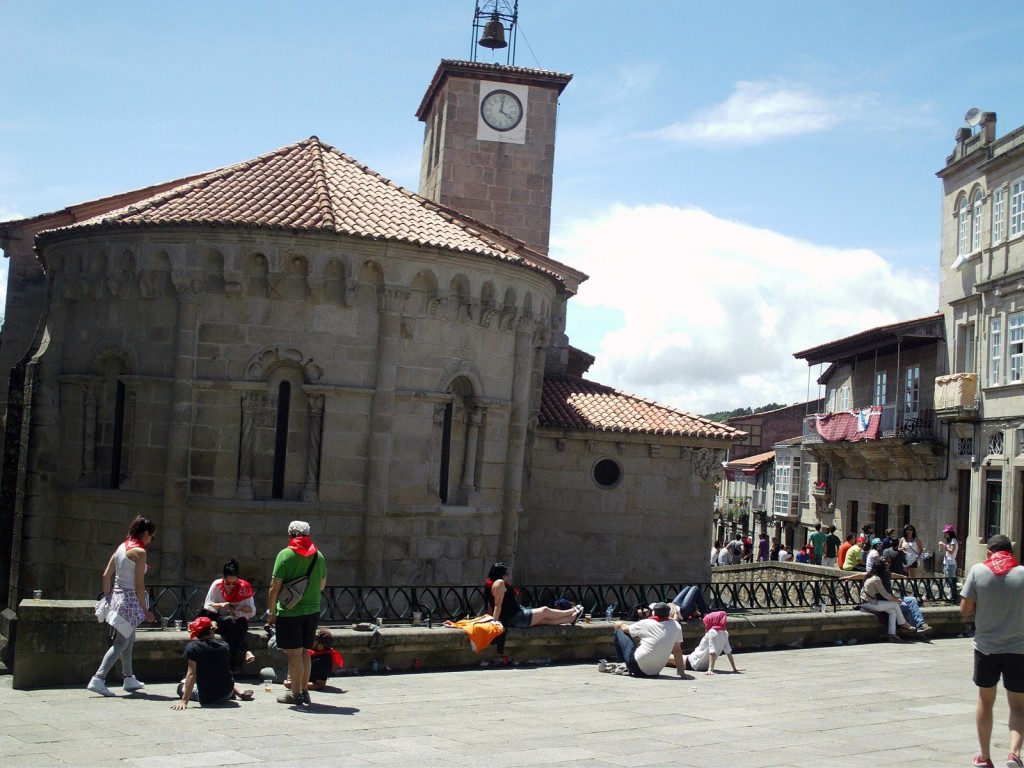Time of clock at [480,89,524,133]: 4:01
